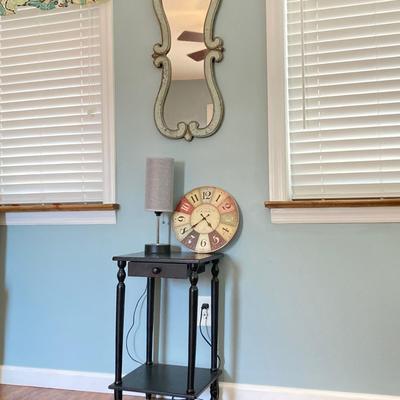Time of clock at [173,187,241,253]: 4:38
